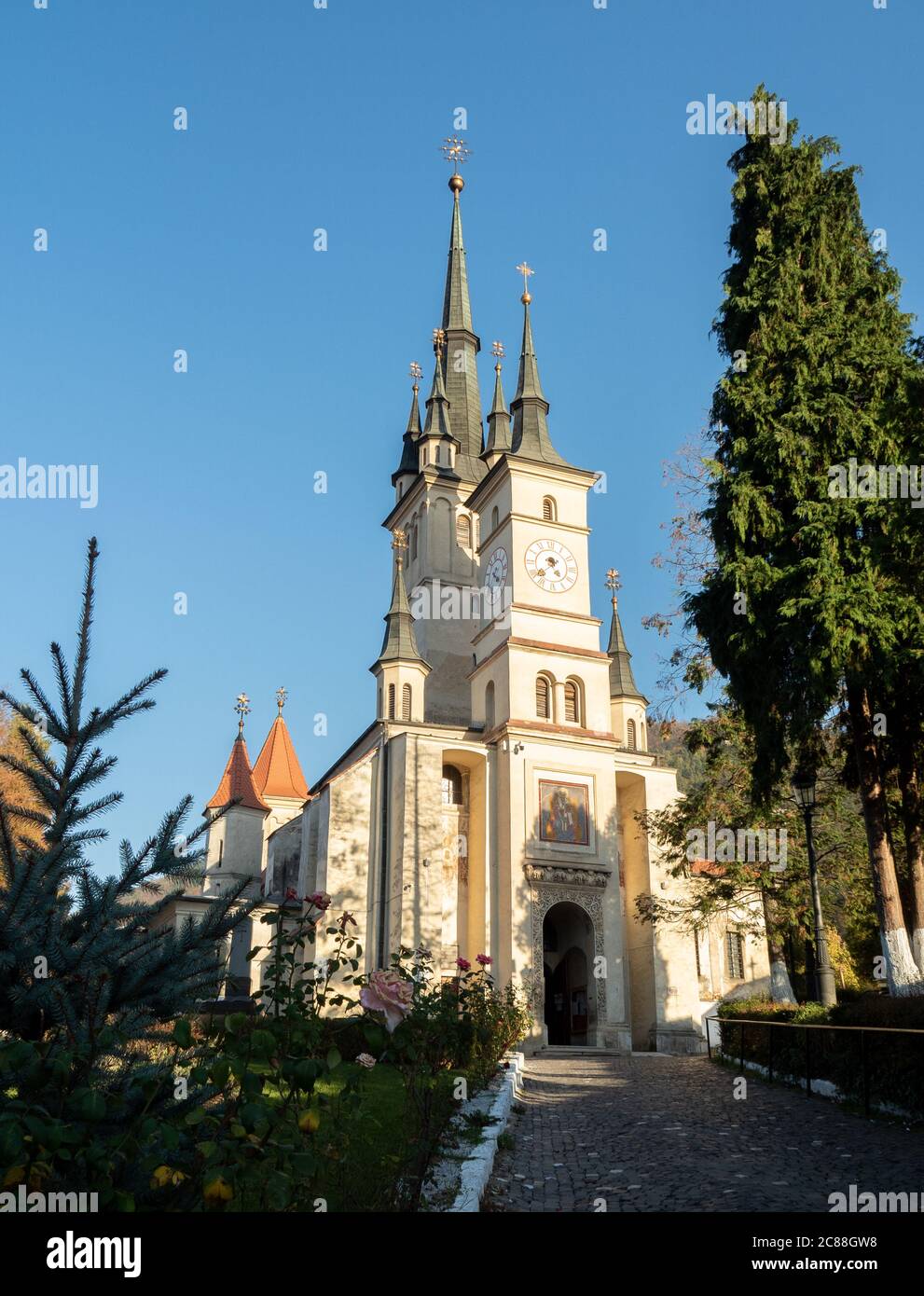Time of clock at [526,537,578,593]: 4:38
